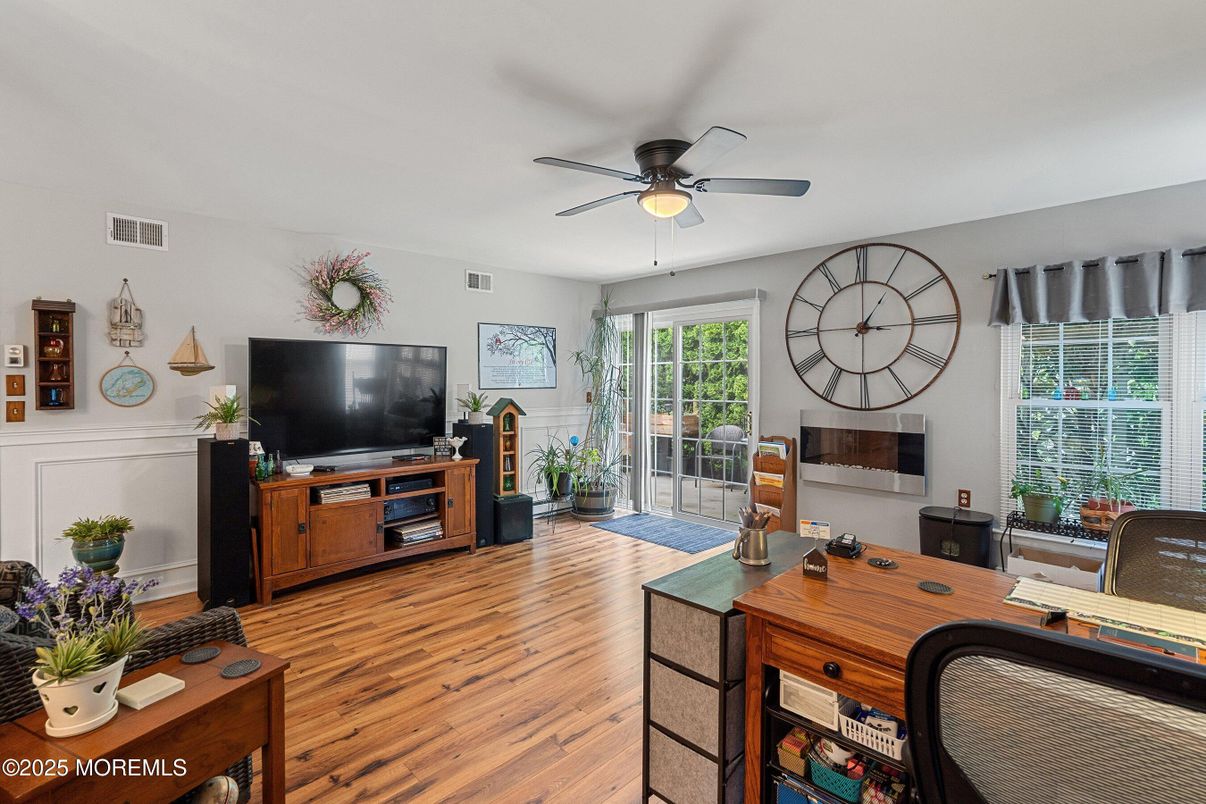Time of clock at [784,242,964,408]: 1:14
